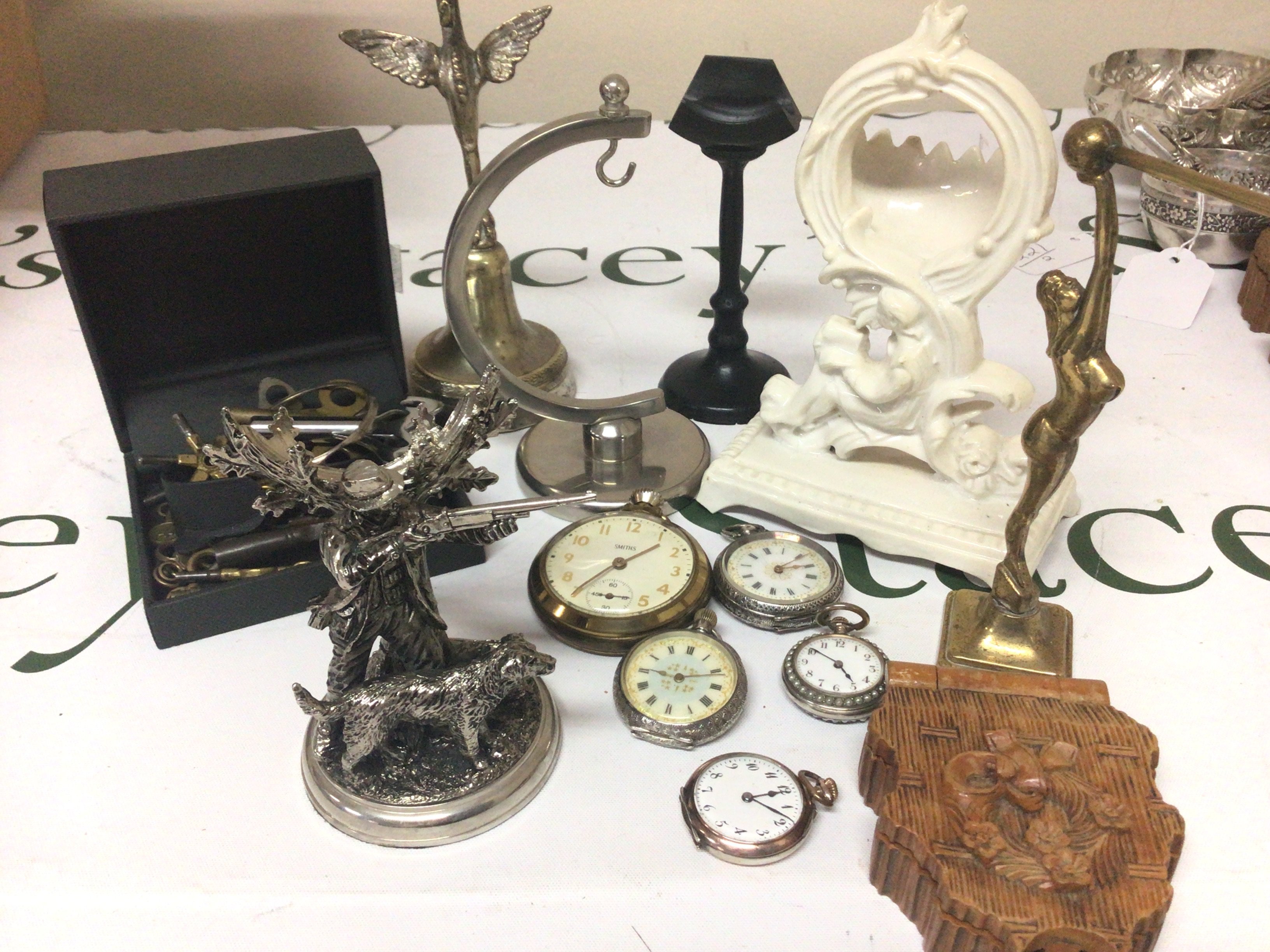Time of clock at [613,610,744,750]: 9:11
